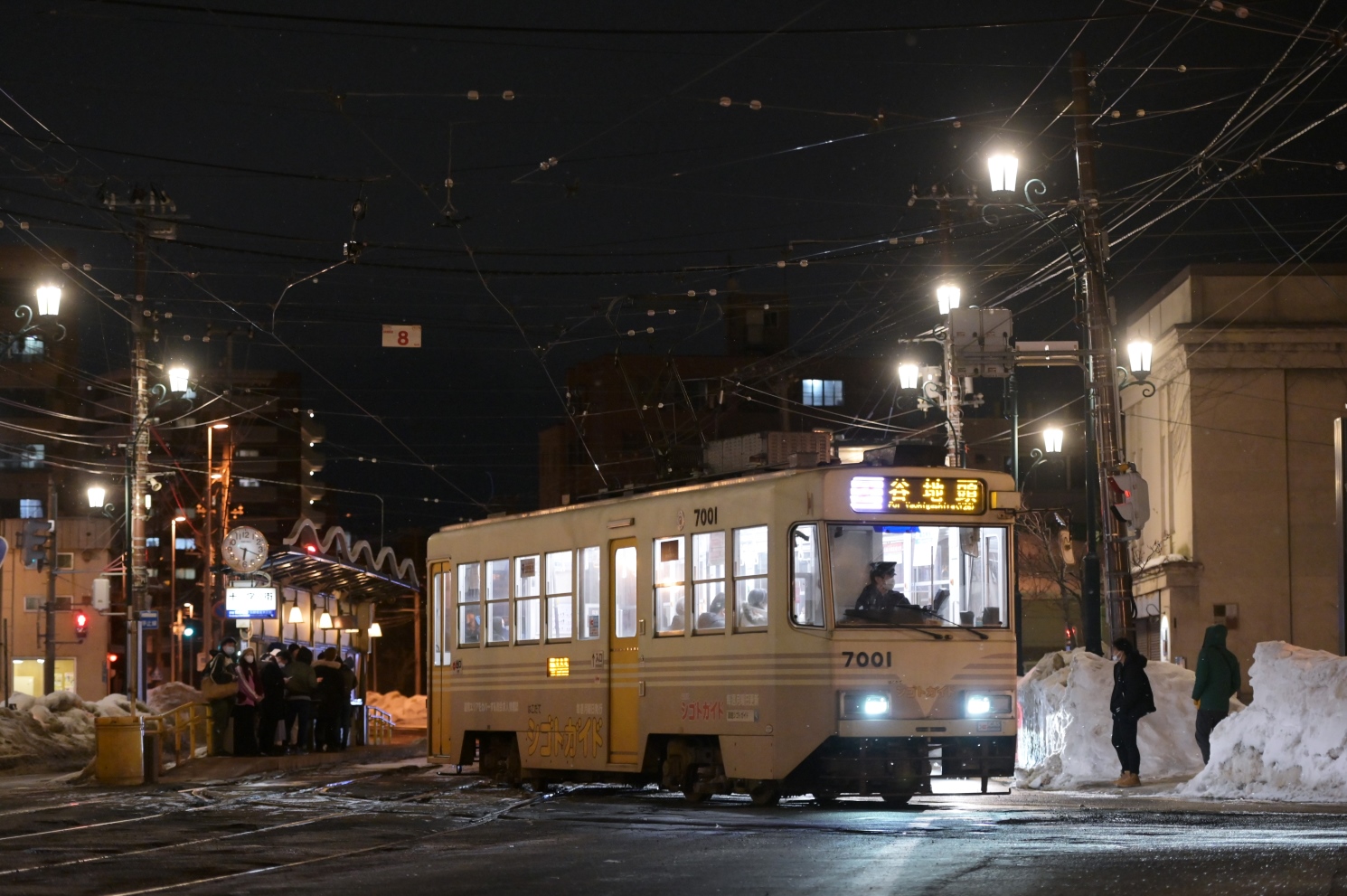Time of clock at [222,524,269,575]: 6:18
